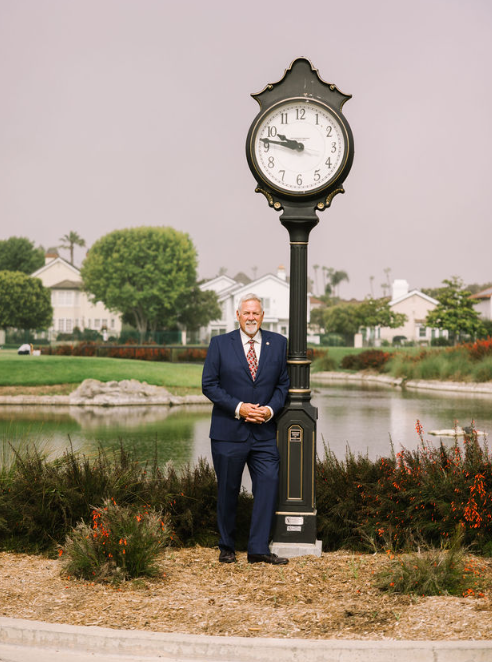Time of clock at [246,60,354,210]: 9:46
